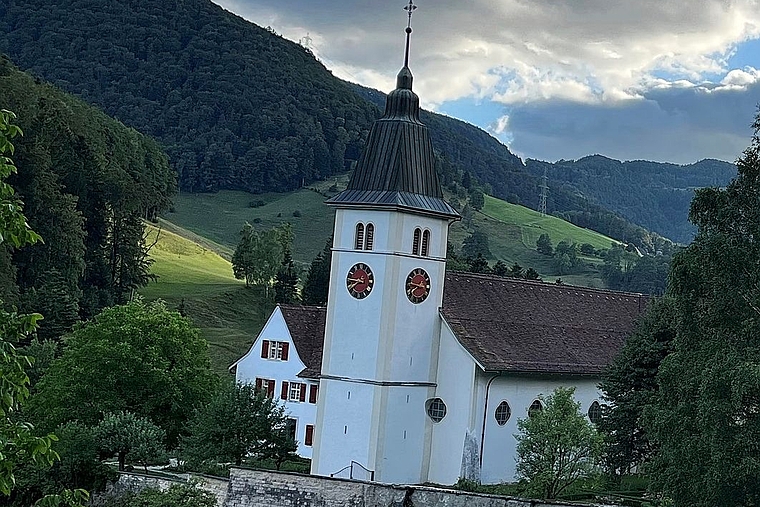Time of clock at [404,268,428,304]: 7:46
